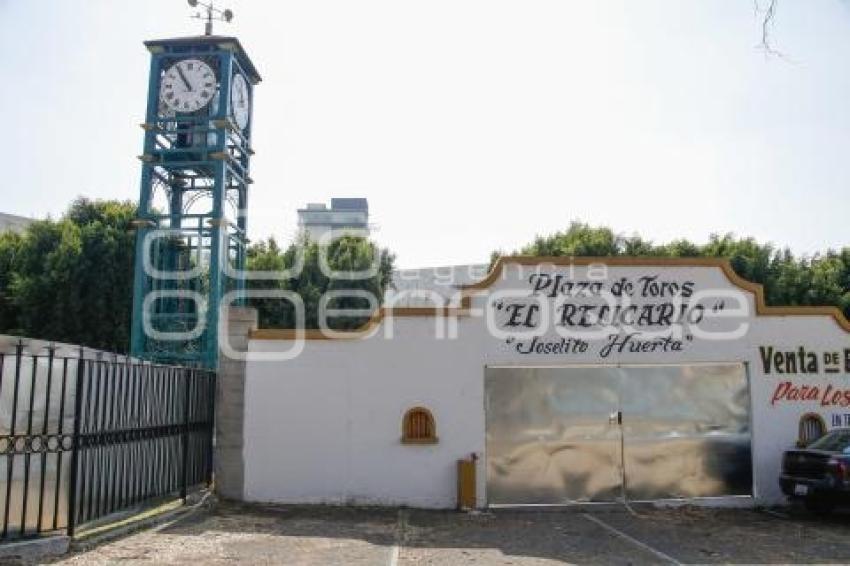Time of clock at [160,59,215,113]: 10:54
